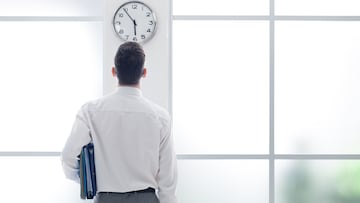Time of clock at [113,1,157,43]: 5:54
